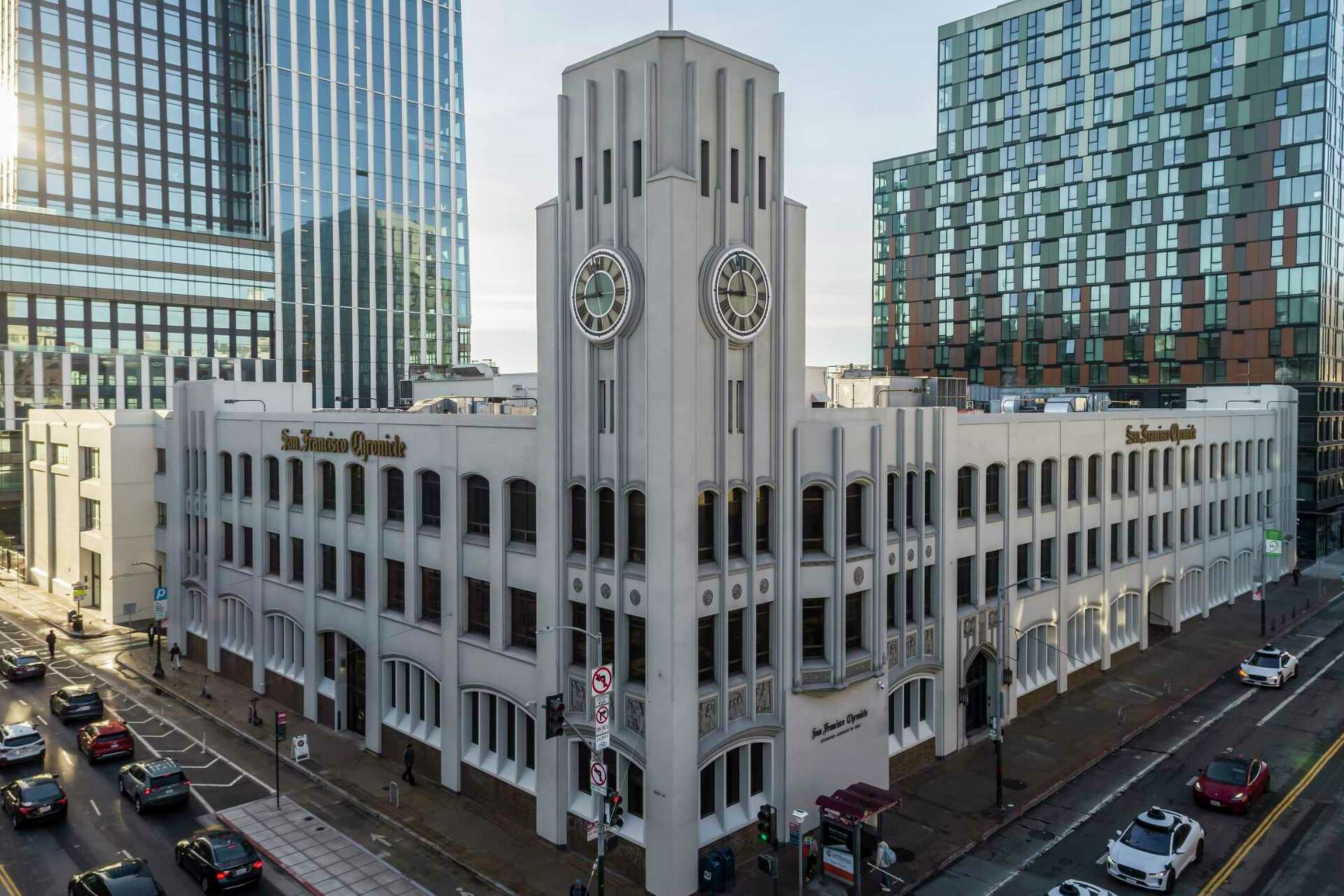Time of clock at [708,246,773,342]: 11:44
